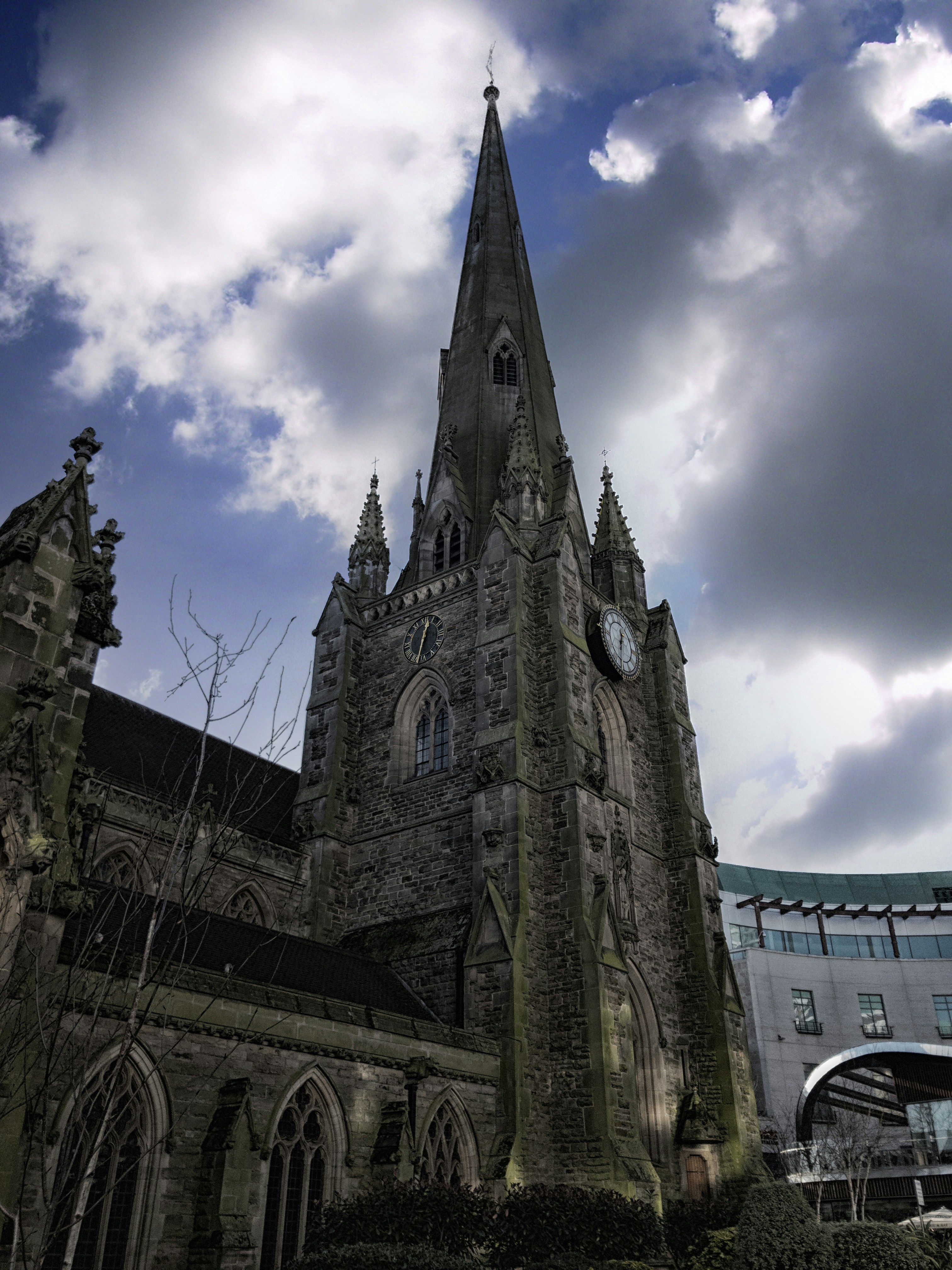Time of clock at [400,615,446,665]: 12:32
